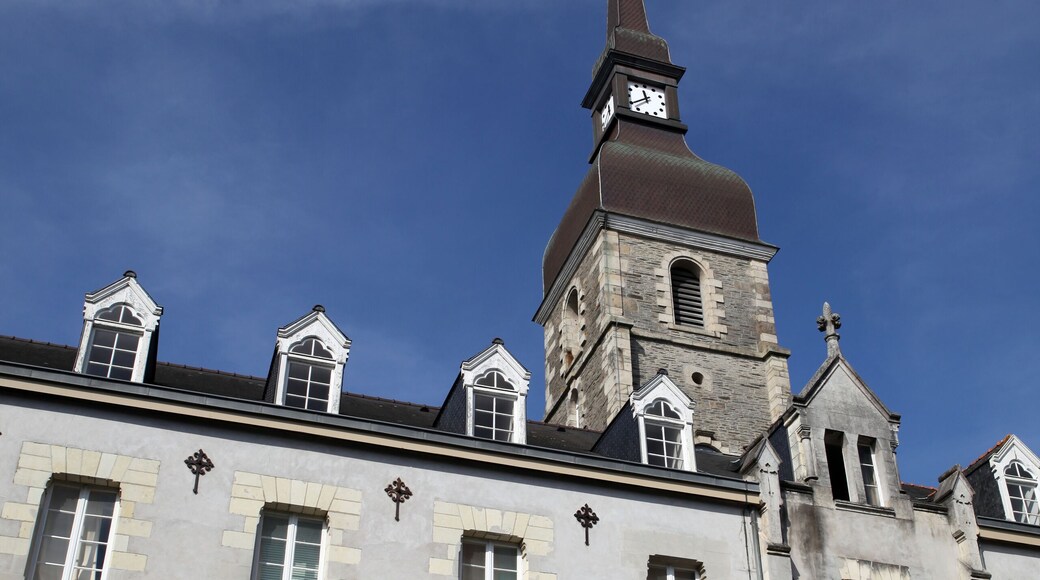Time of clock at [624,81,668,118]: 11:39
